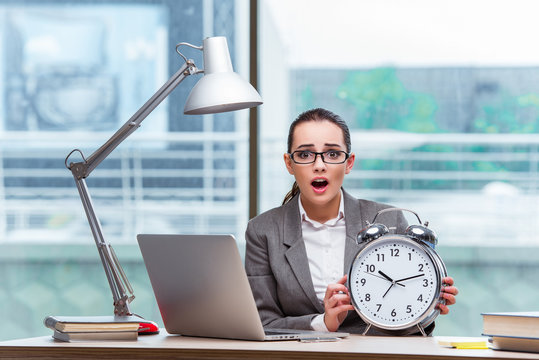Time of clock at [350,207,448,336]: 10:12
